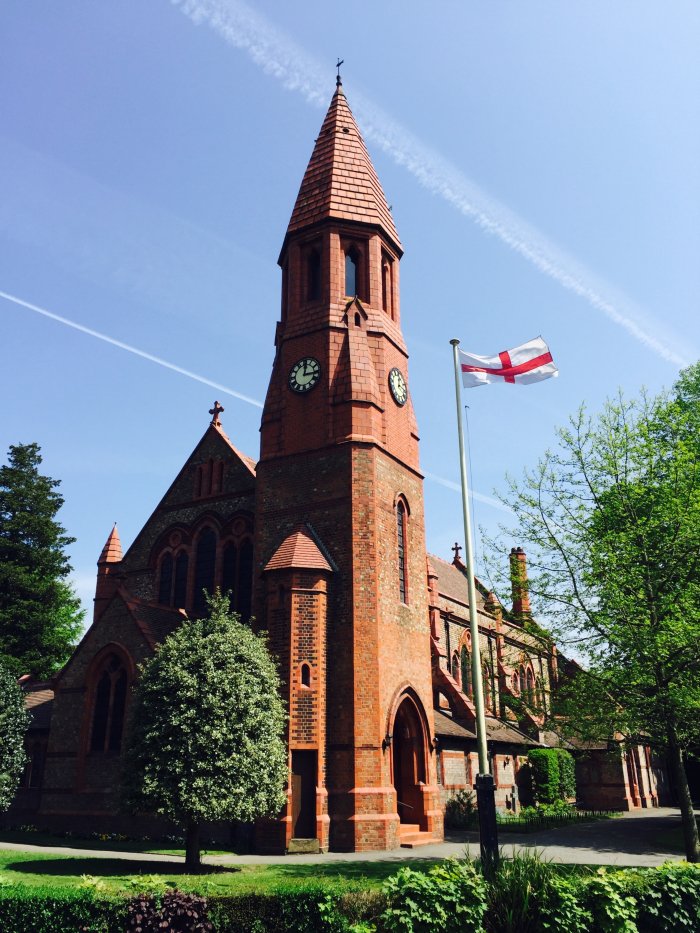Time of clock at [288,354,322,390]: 12:14
